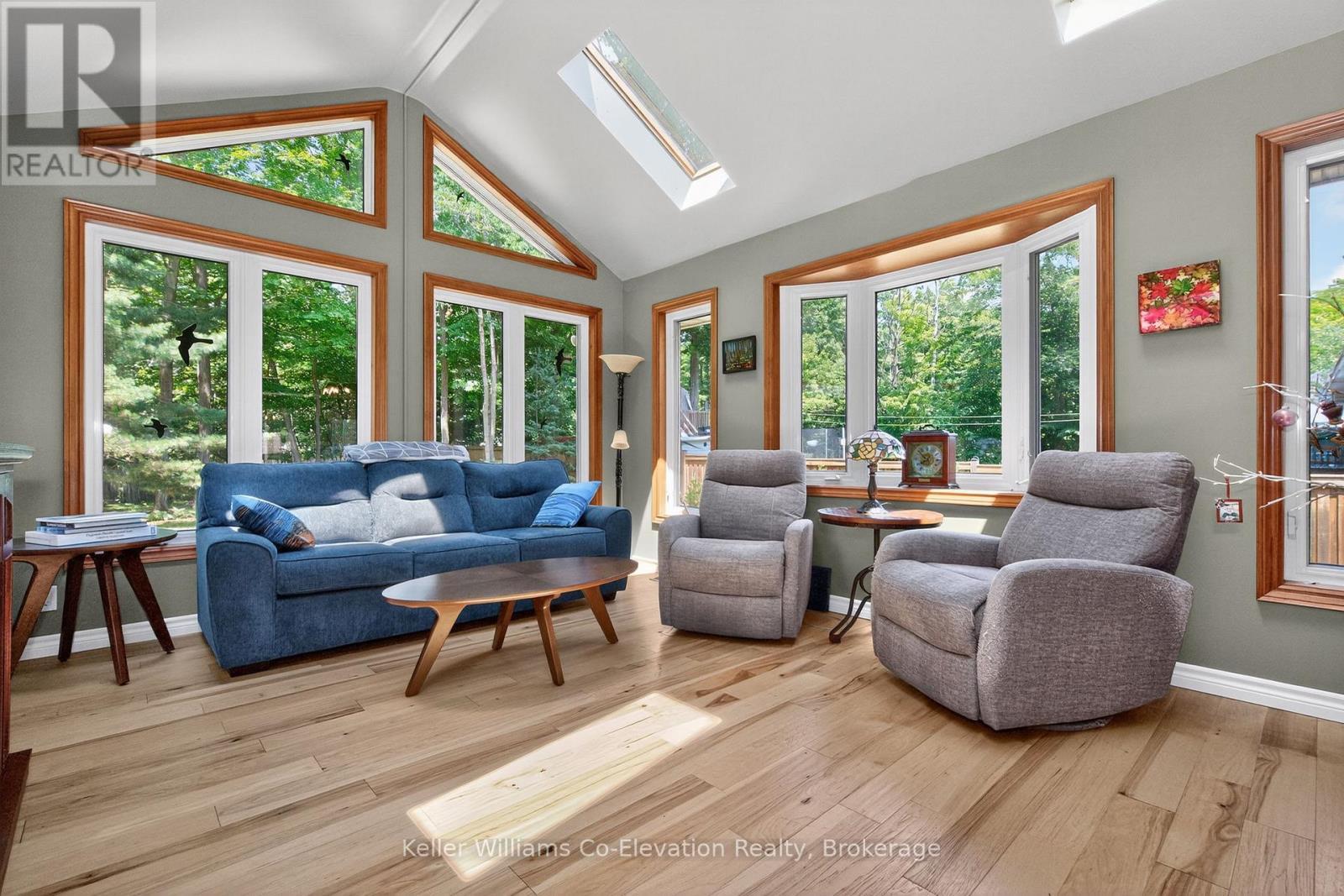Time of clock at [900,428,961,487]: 7:52
